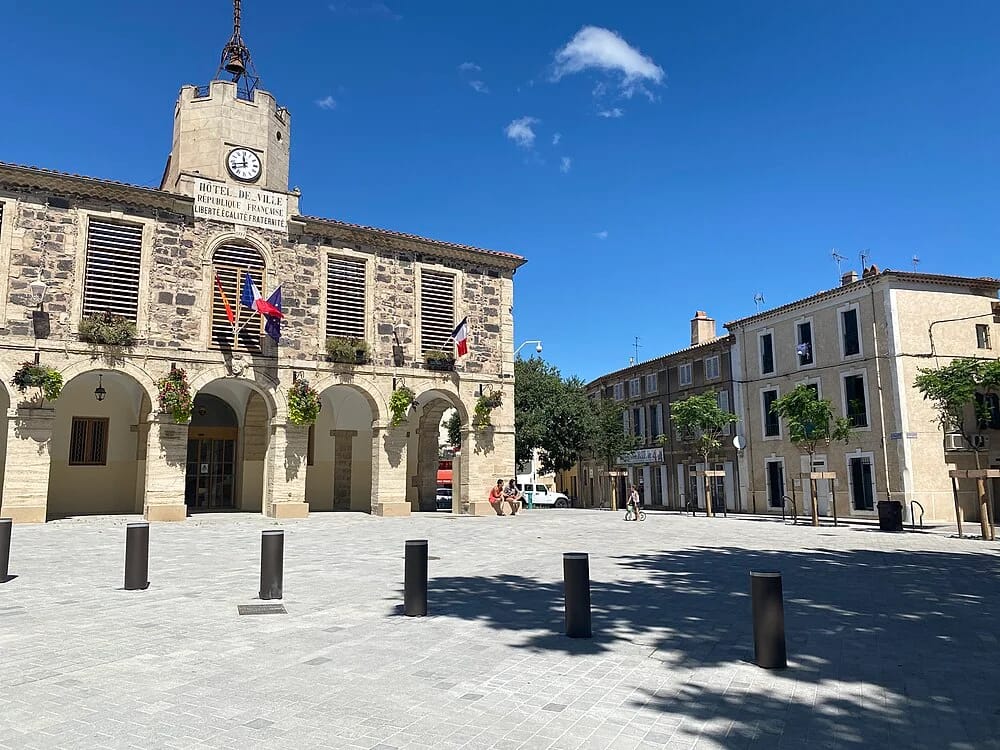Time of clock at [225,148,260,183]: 11:42
